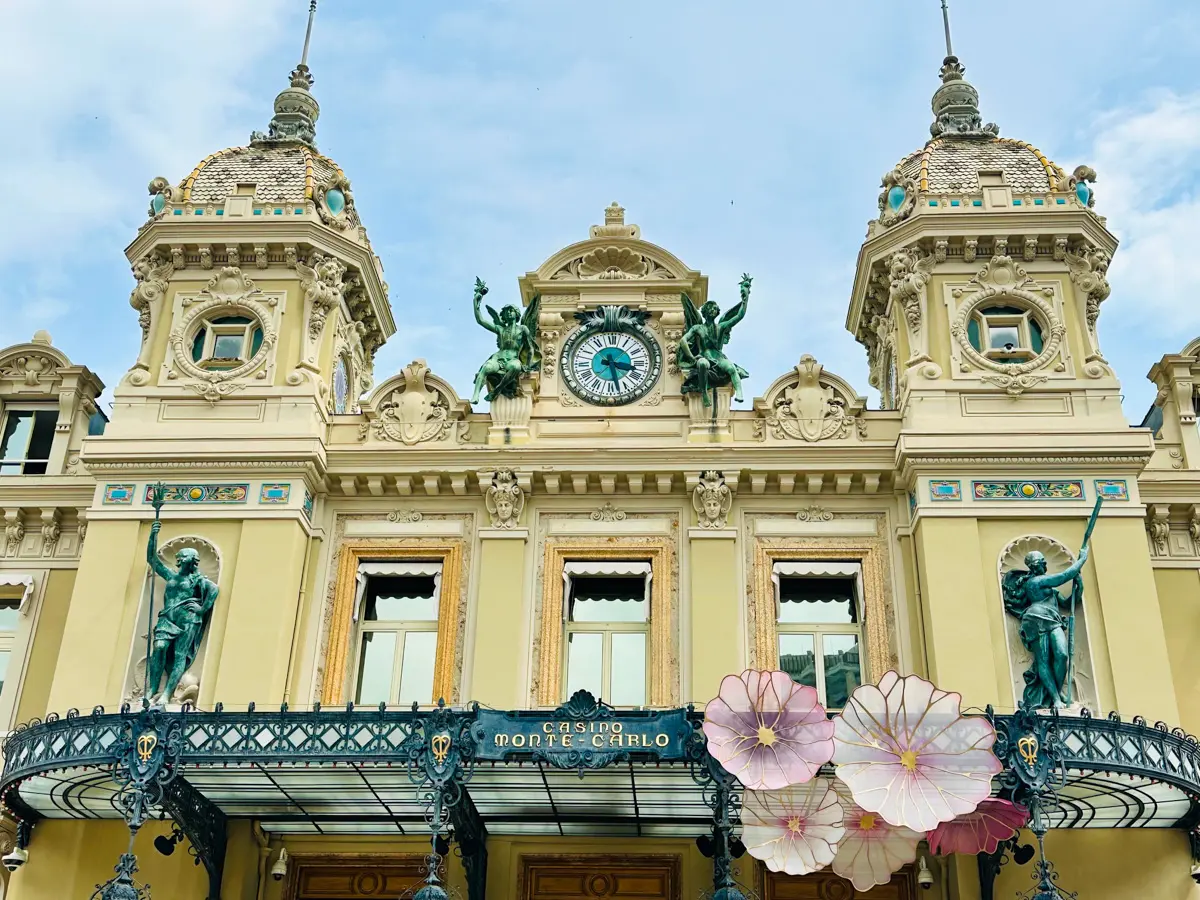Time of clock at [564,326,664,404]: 3:27
